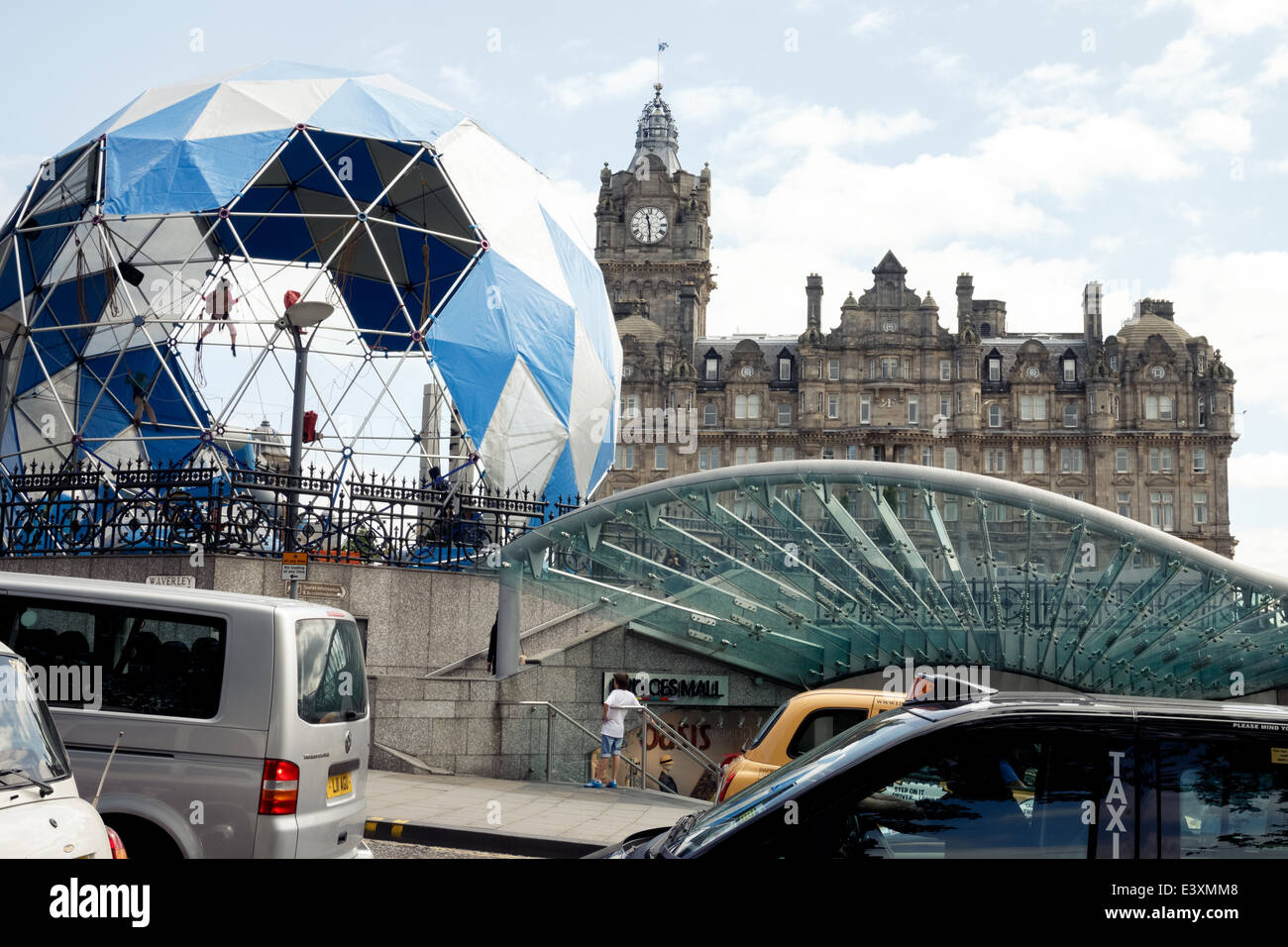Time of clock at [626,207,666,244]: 11:29
